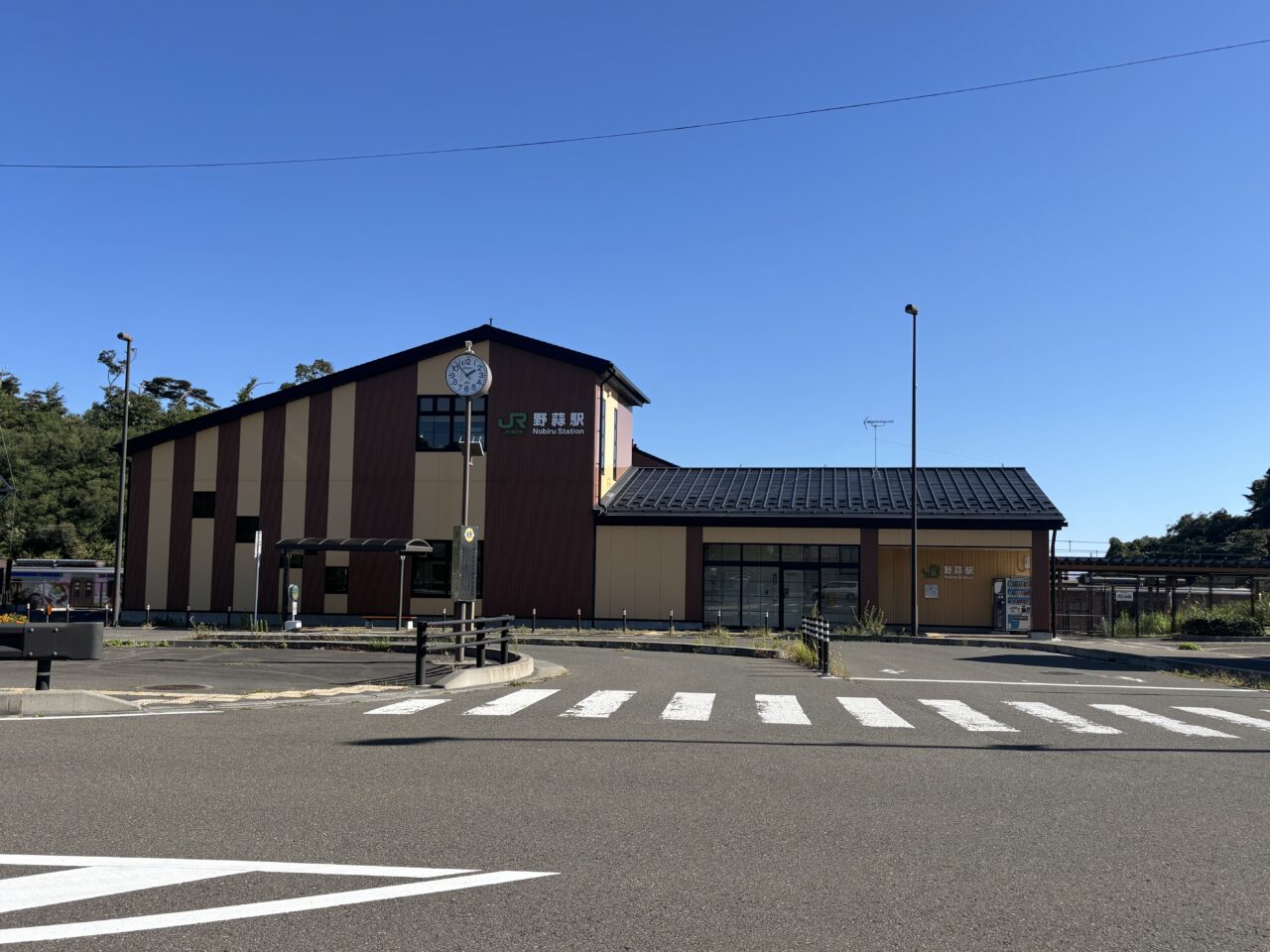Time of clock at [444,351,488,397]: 1:53
